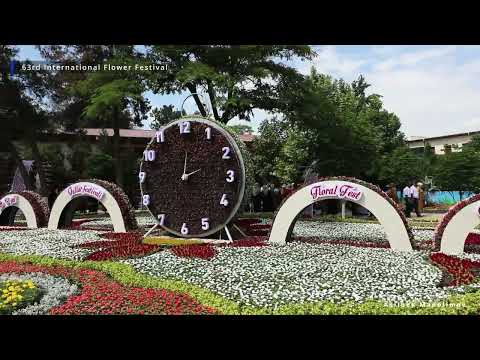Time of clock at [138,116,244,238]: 2:01
